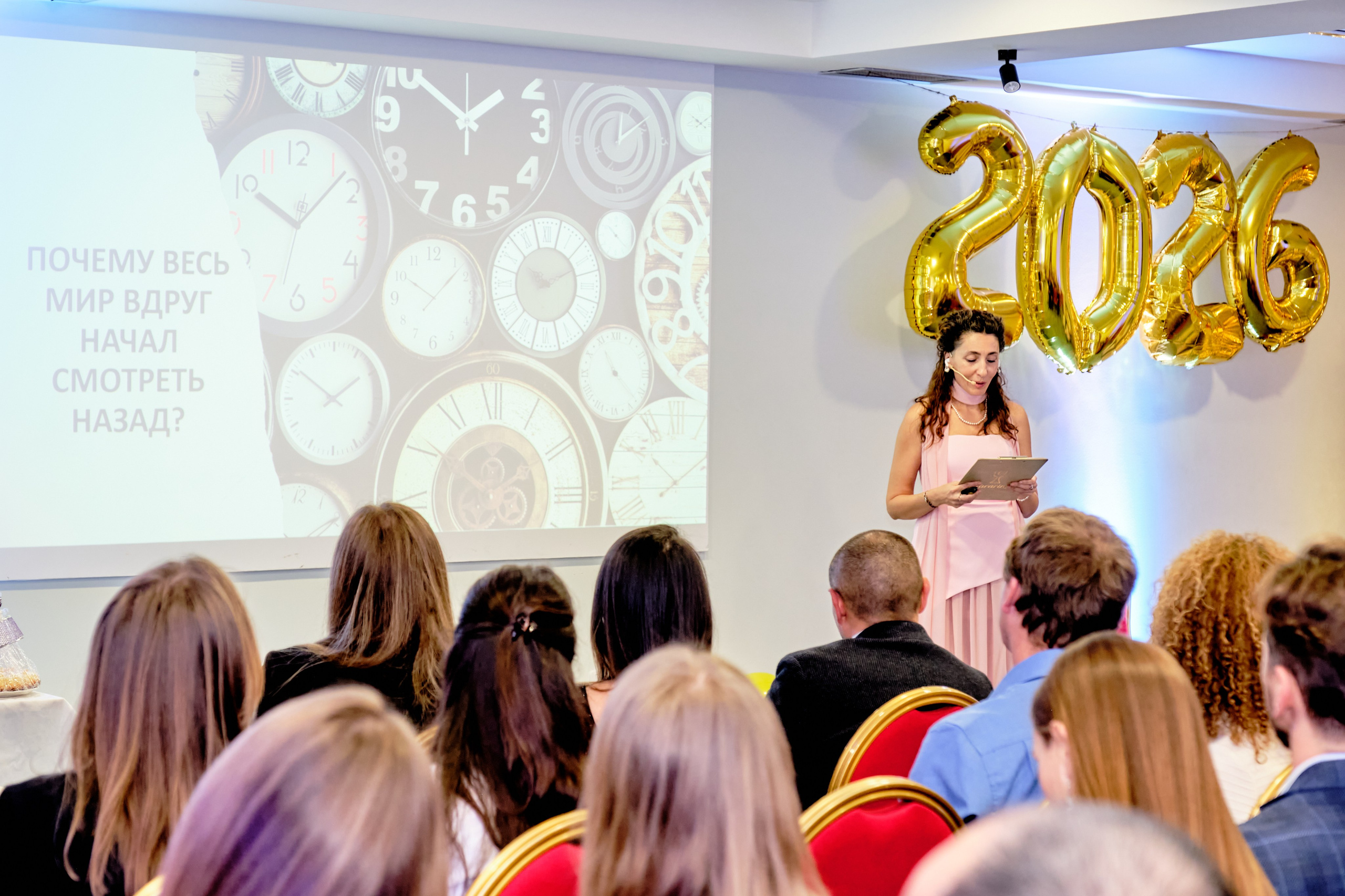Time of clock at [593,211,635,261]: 10:22
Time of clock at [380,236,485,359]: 10:07
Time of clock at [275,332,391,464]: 1:50
